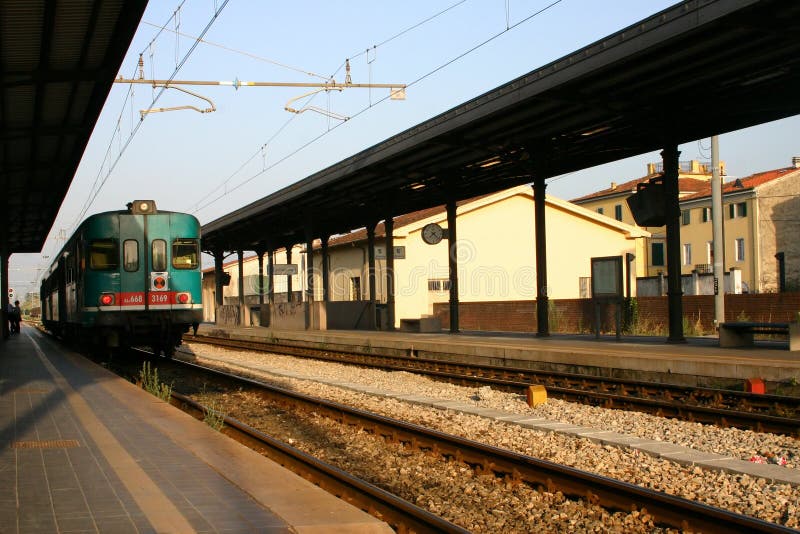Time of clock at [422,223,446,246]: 7:22
